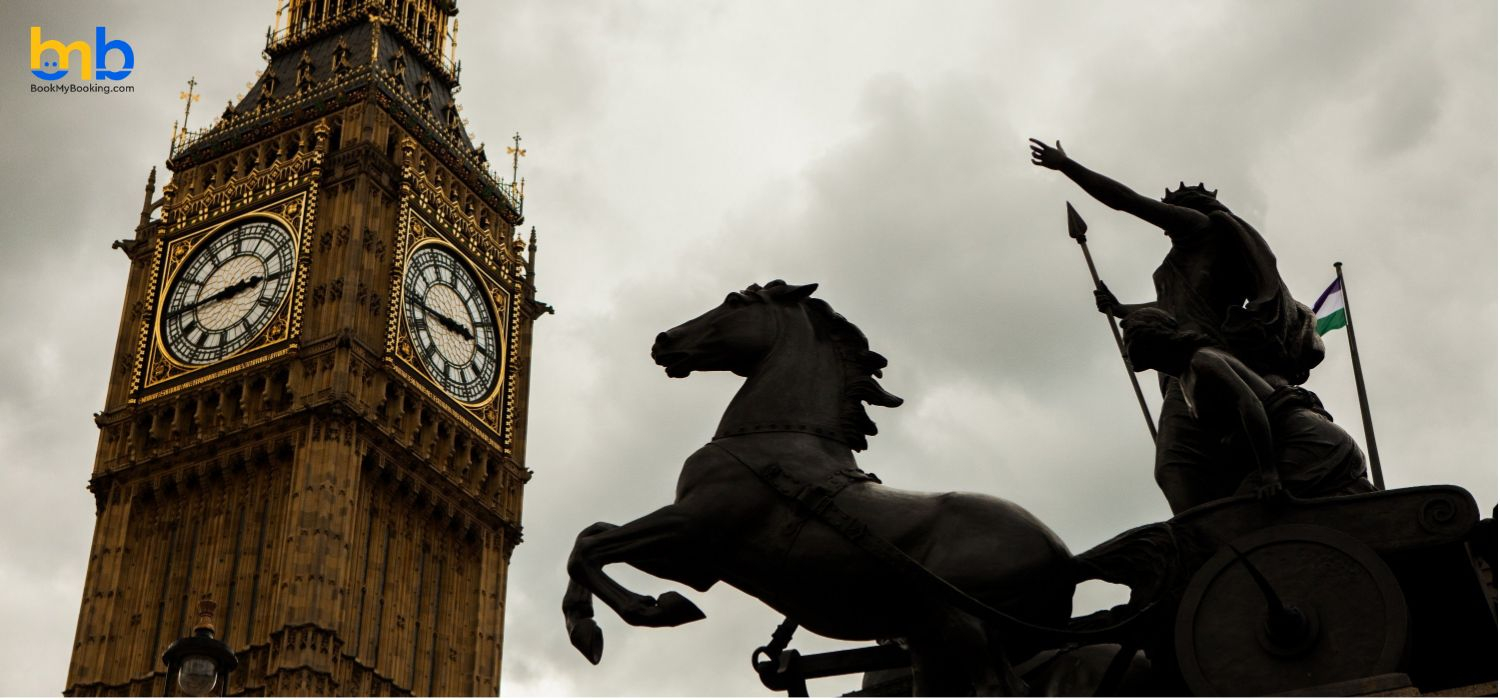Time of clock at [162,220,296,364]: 2:44
